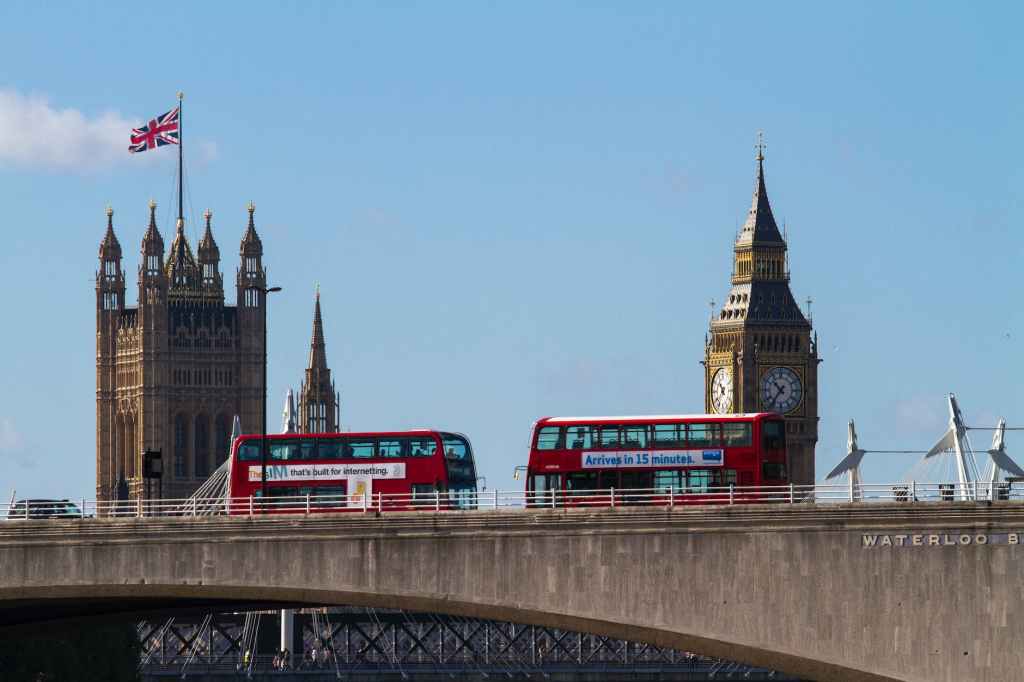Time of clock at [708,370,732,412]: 10:39
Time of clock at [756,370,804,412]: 10:36
